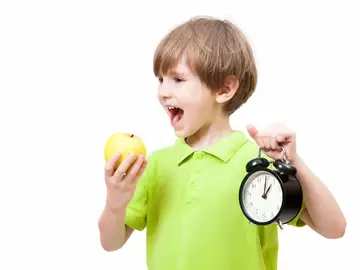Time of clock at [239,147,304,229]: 1:00
